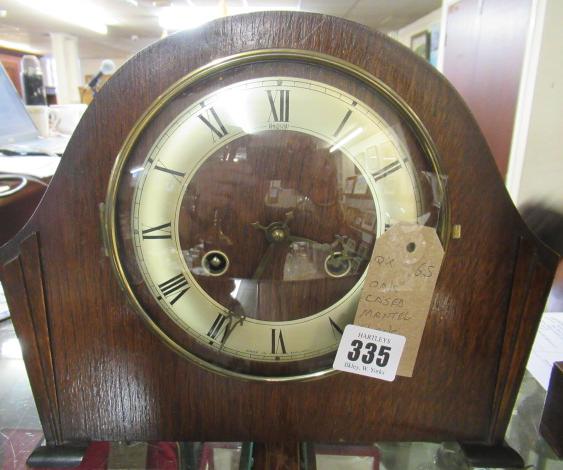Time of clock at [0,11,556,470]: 3:34
